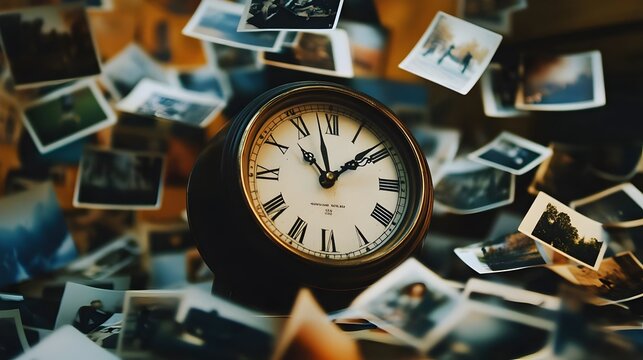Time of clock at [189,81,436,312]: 11:08
